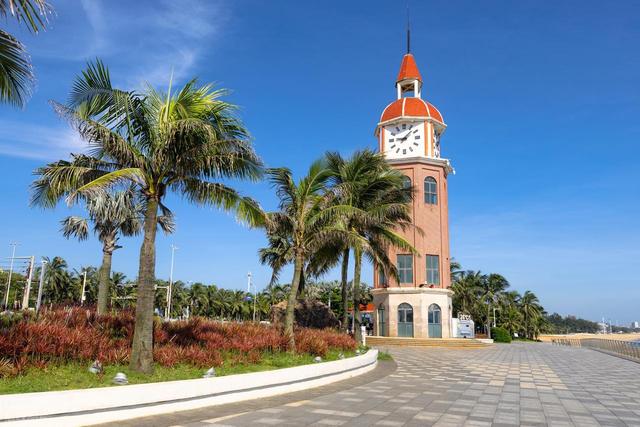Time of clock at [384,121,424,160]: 9:07
